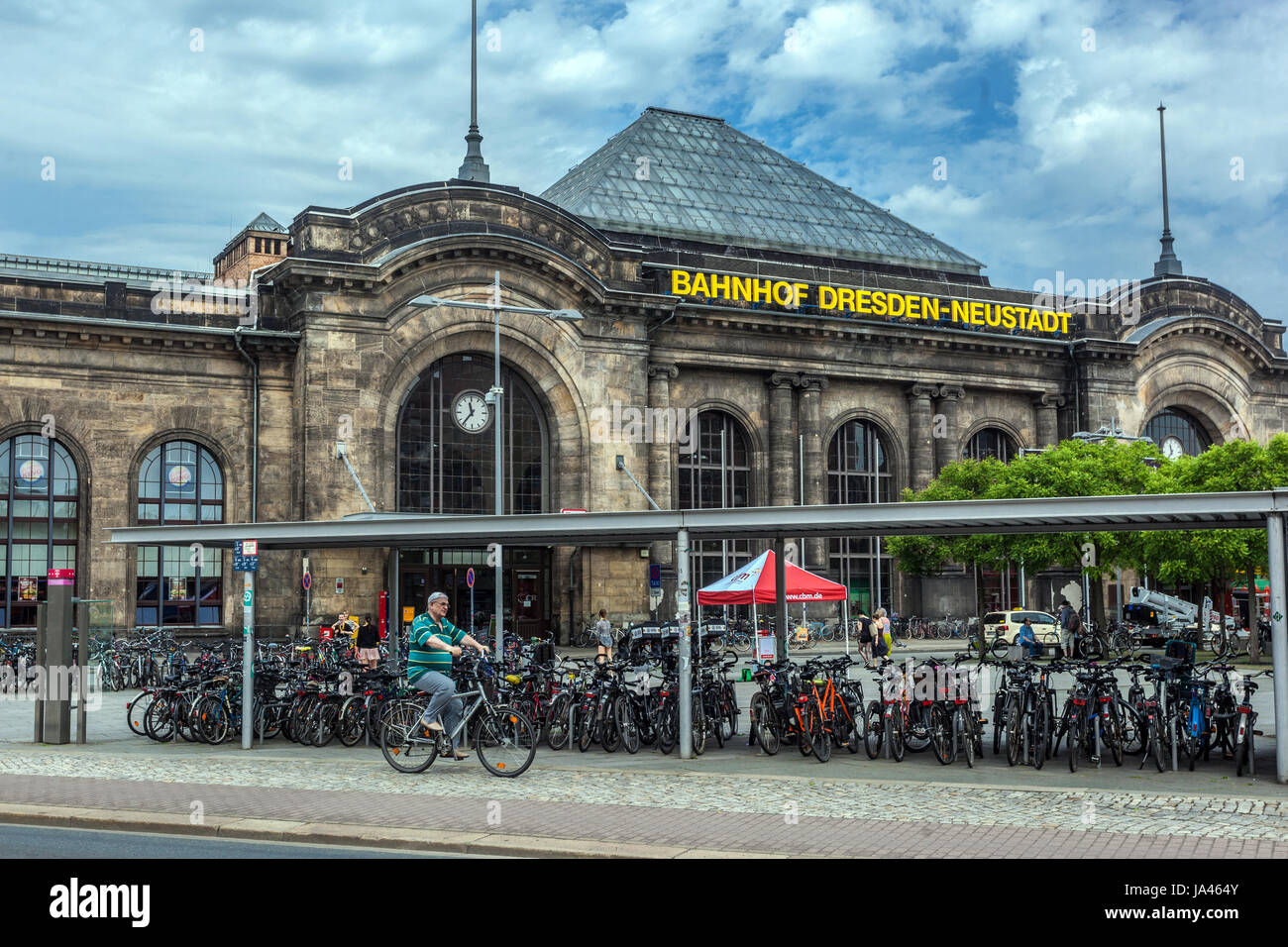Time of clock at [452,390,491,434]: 11:36
